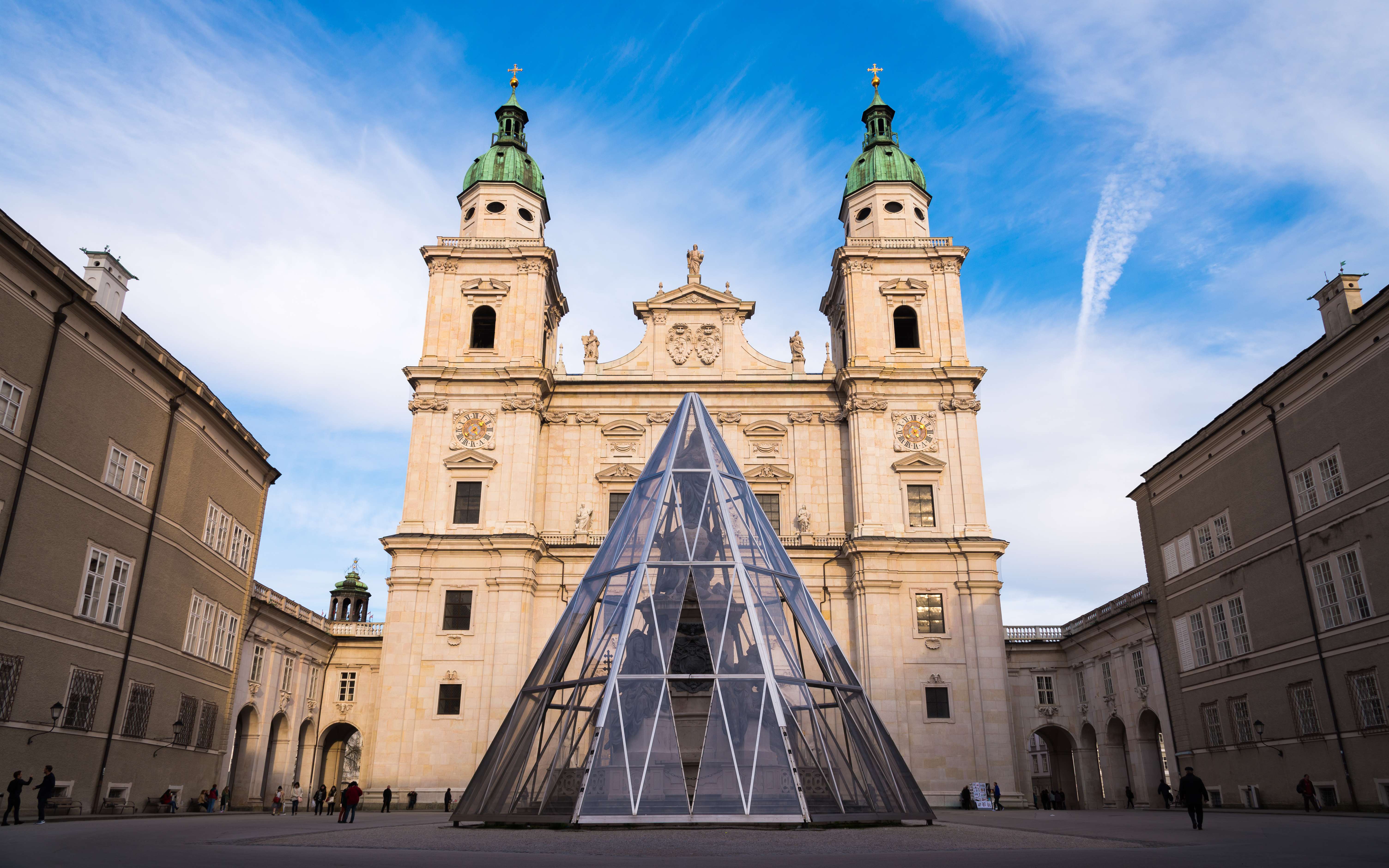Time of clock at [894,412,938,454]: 11:09
